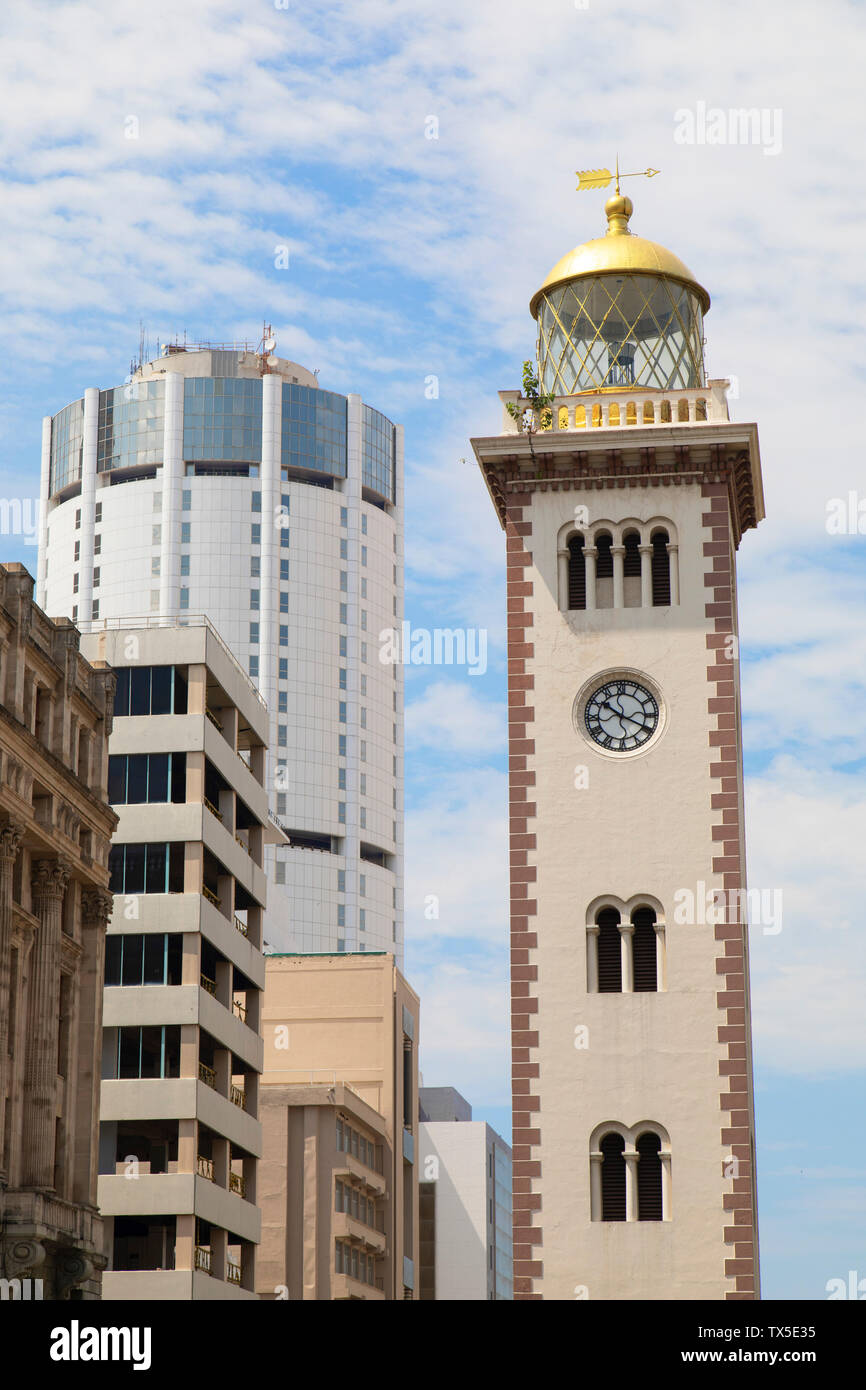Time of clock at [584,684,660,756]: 10:19
